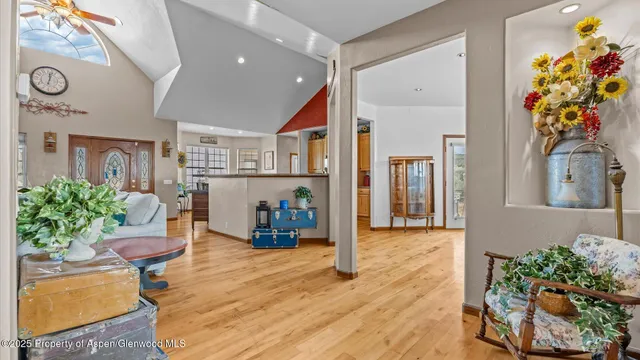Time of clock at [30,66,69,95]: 12:02
